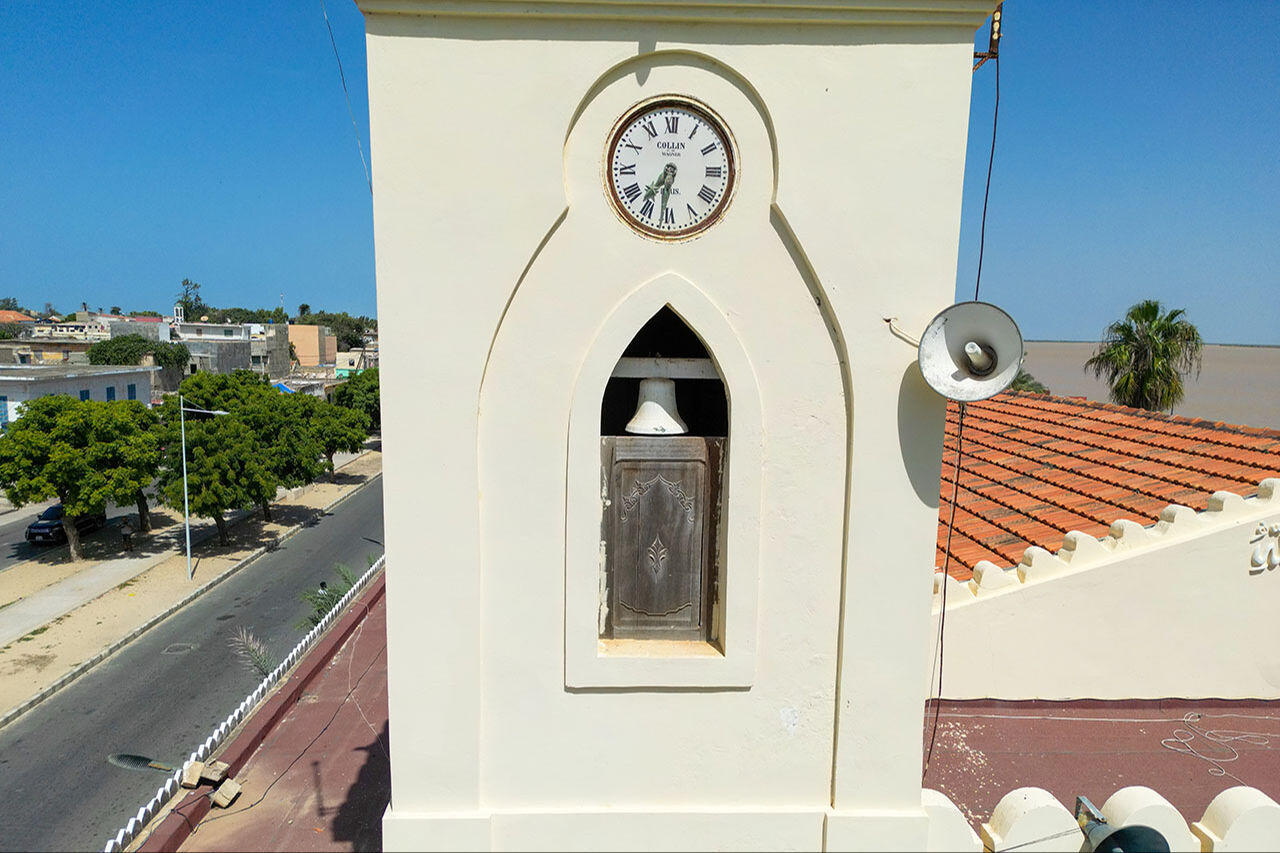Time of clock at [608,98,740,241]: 6:36
